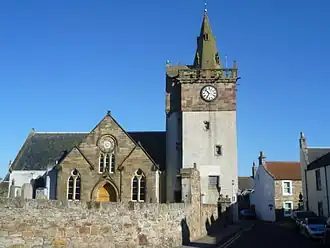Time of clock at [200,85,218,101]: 10:34
